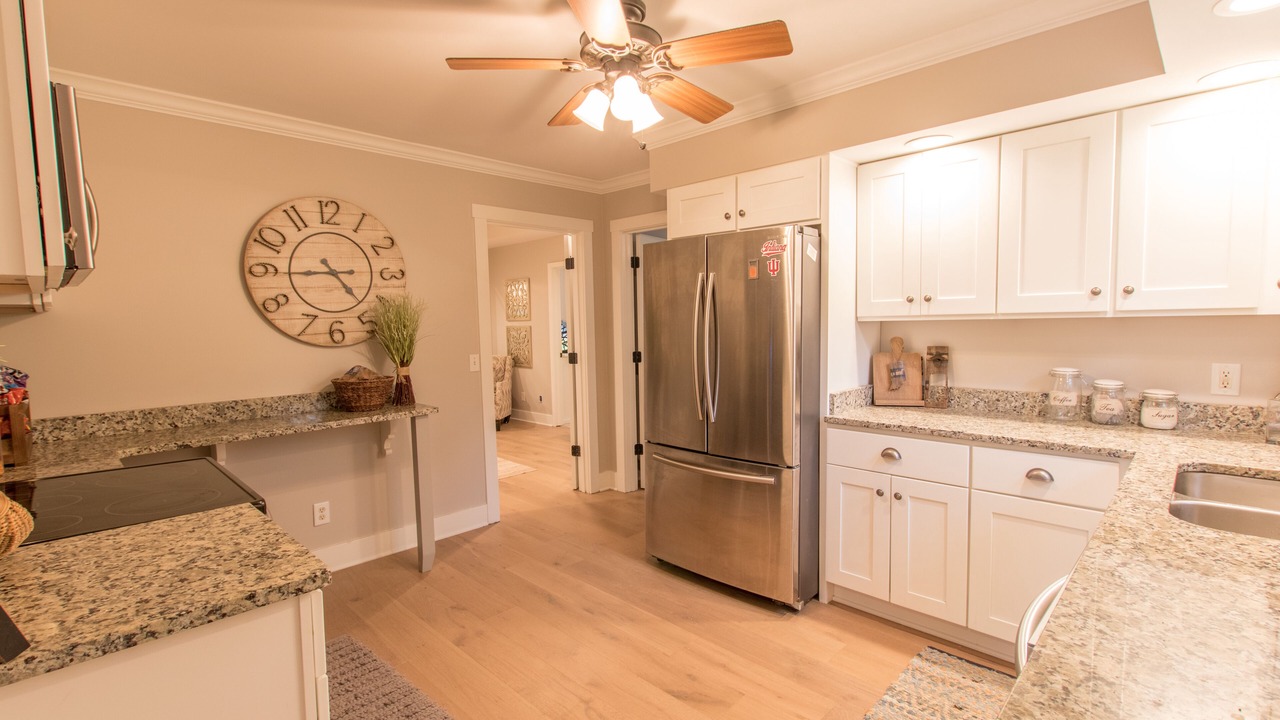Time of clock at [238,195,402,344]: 4:44
